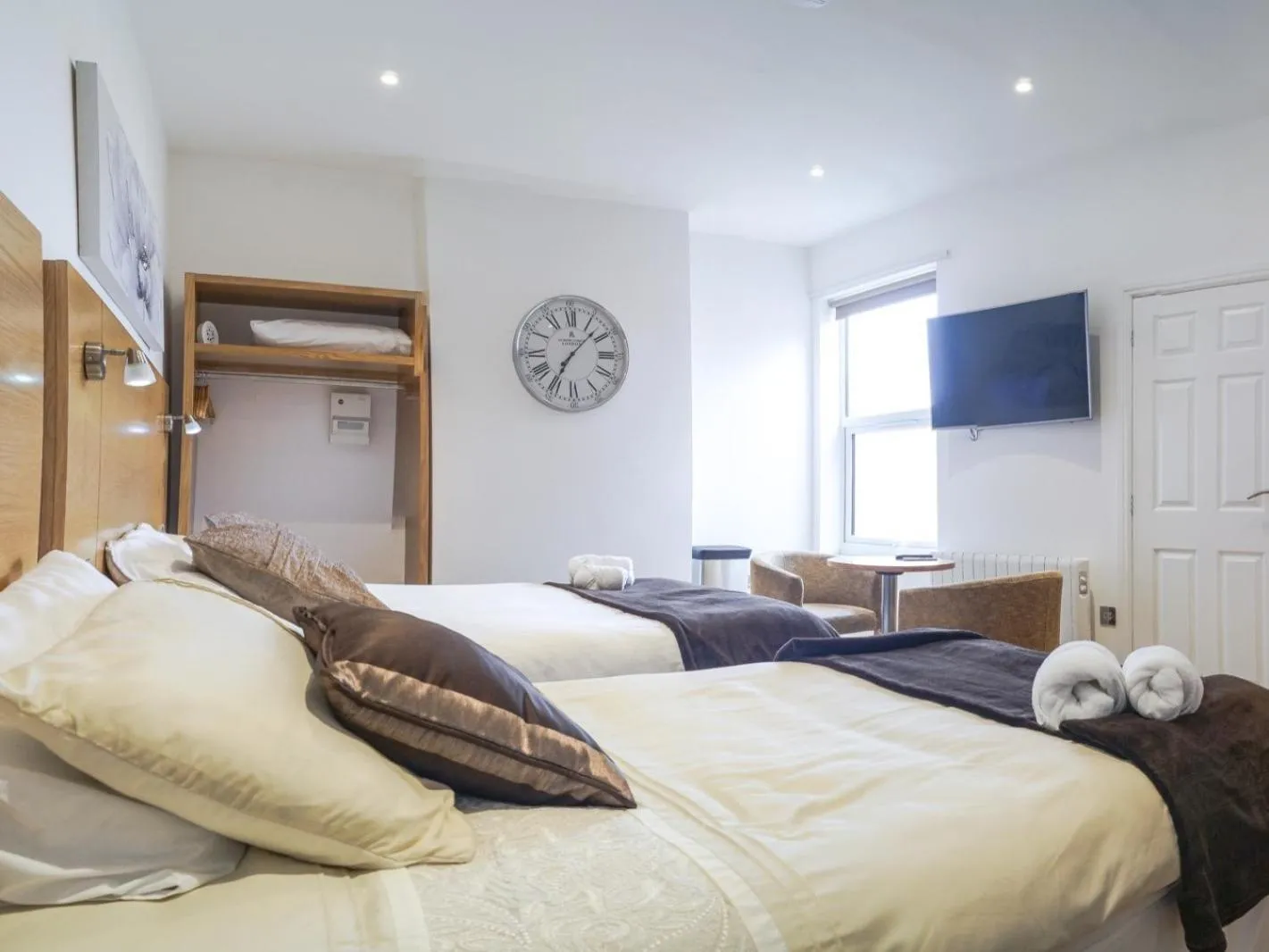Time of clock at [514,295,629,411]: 7:07
